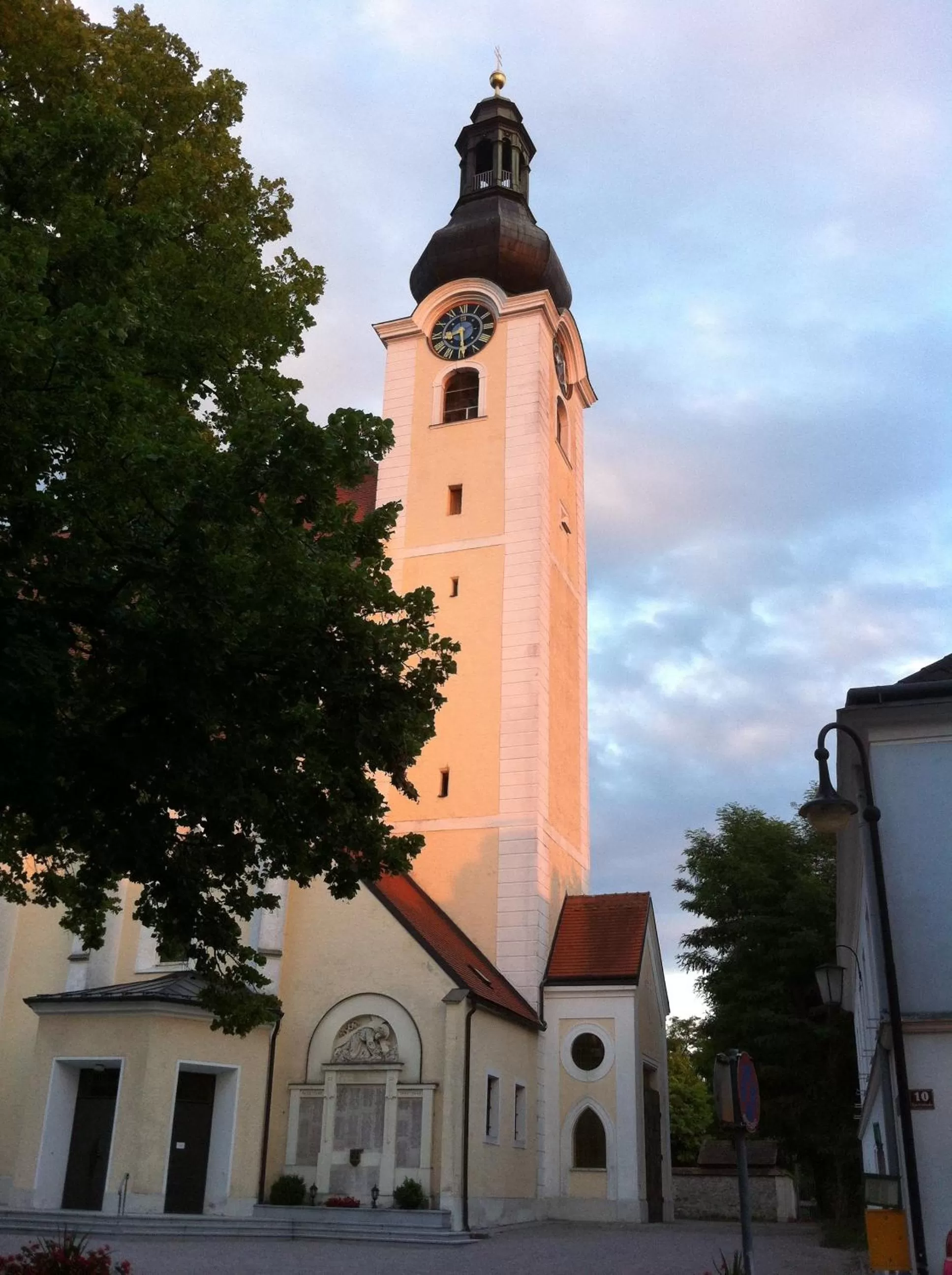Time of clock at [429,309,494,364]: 8:29
